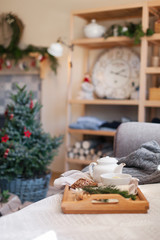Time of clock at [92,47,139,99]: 2:18
